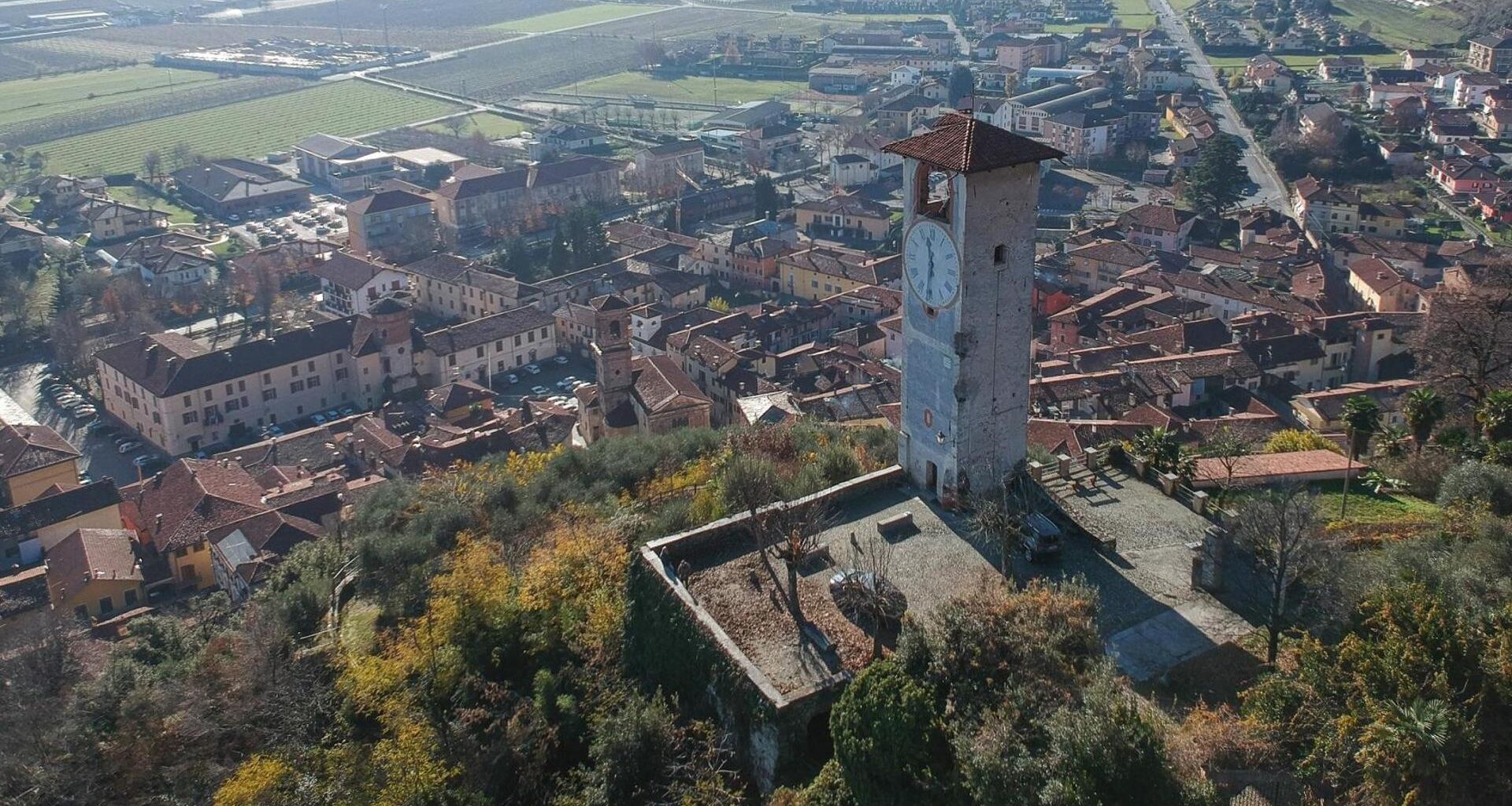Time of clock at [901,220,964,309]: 11:32
